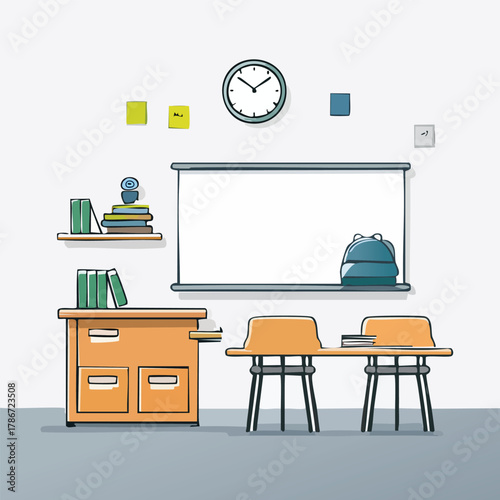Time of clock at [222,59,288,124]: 10:08
